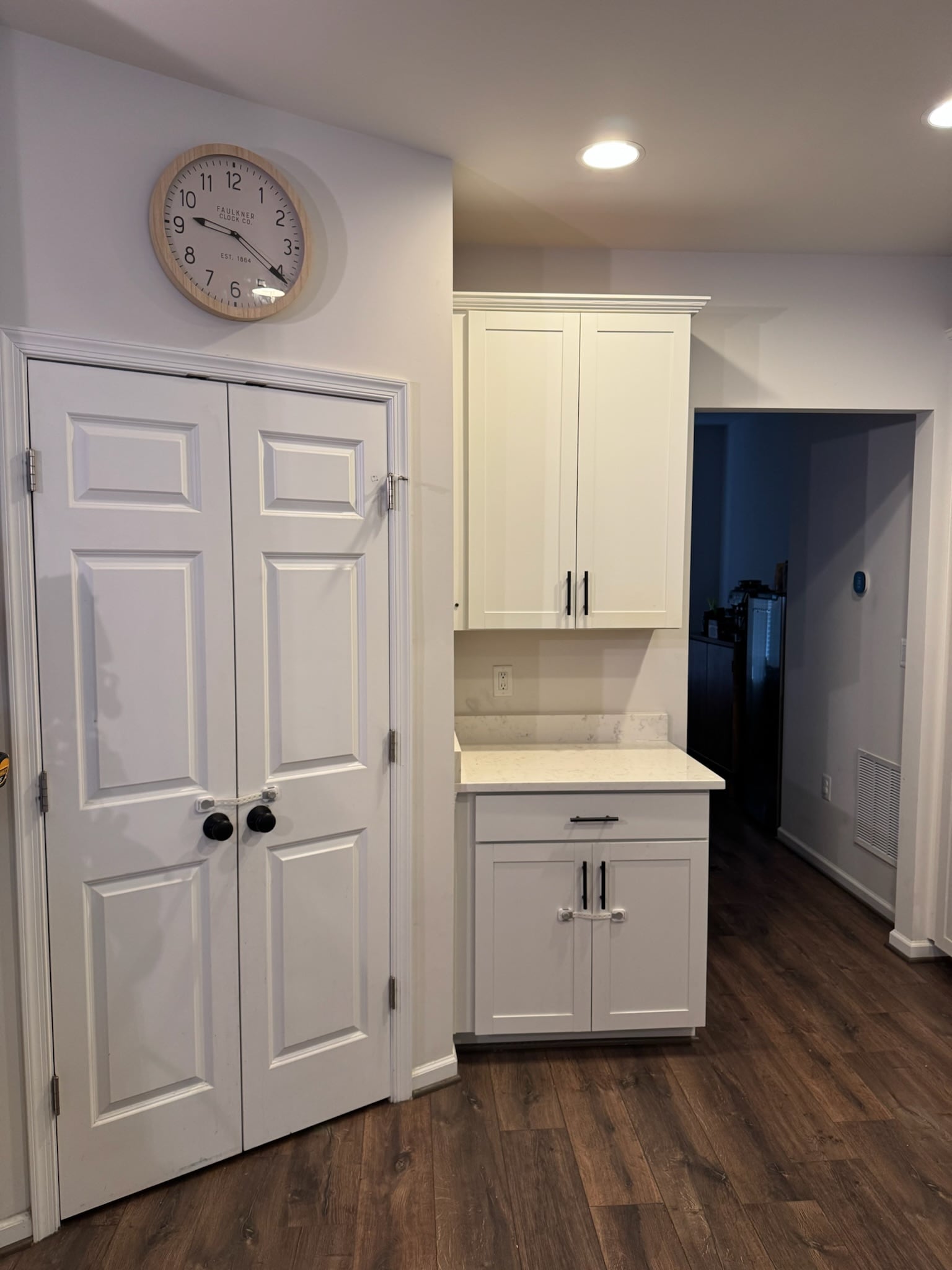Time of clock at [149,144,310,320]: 9:20
